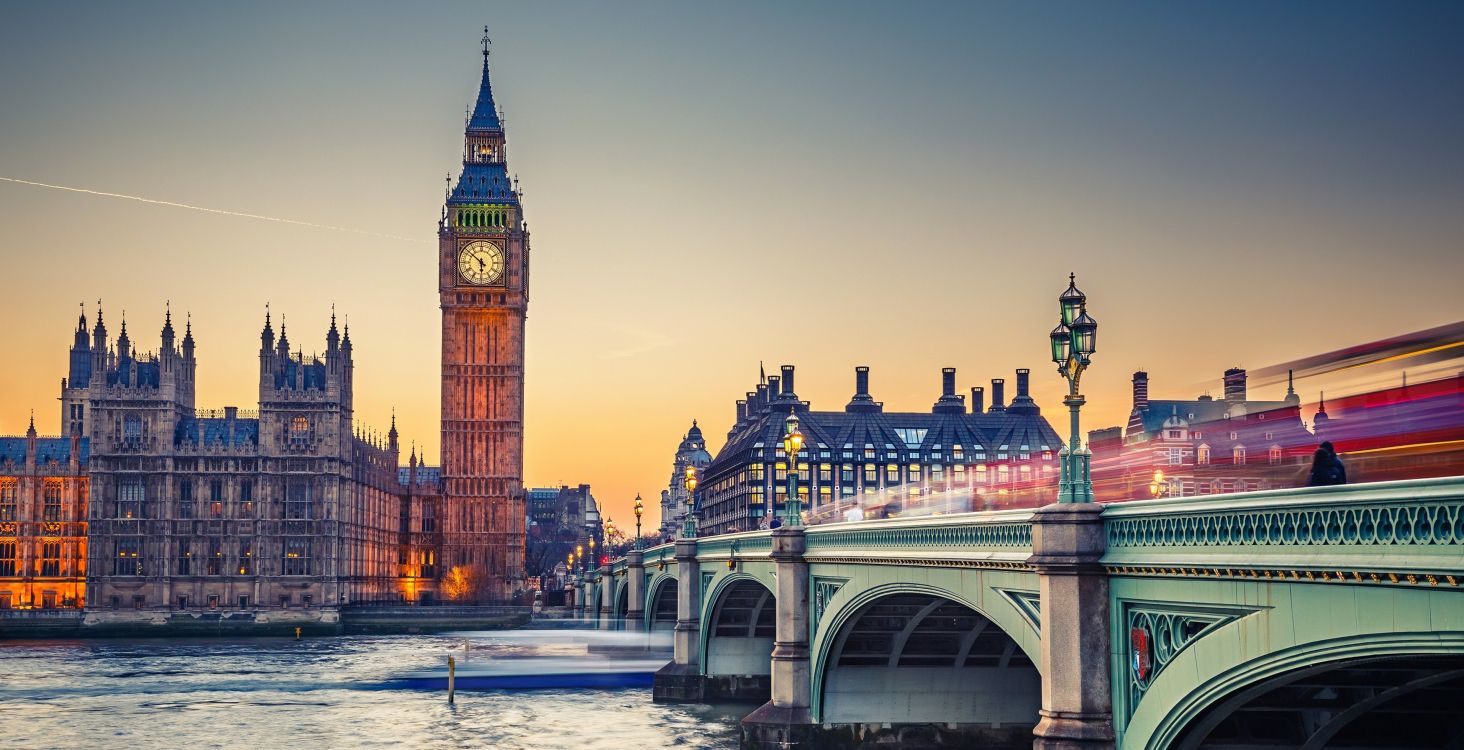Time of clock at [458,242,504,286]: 5:51
